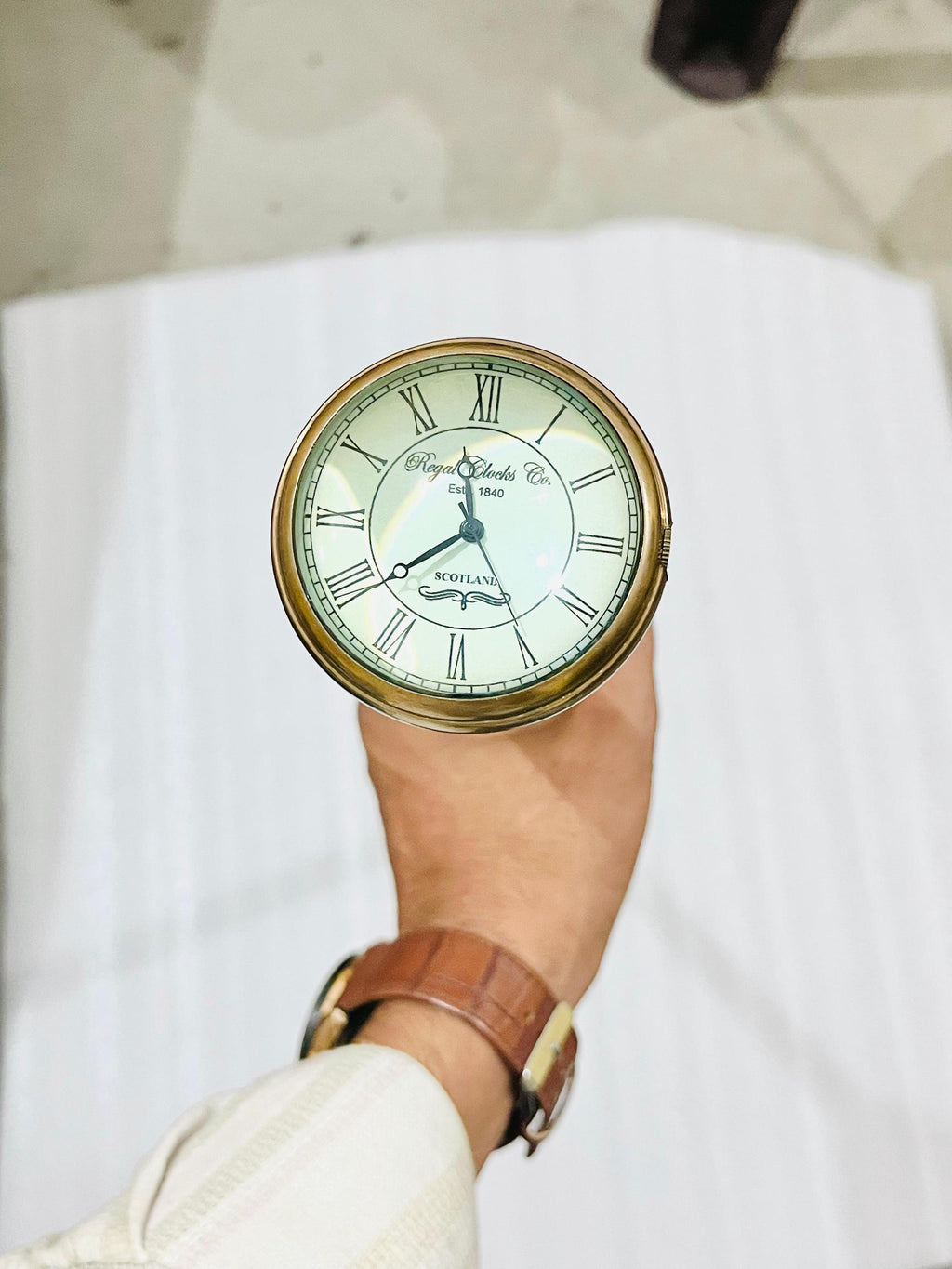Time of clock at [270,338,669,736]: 11:38
